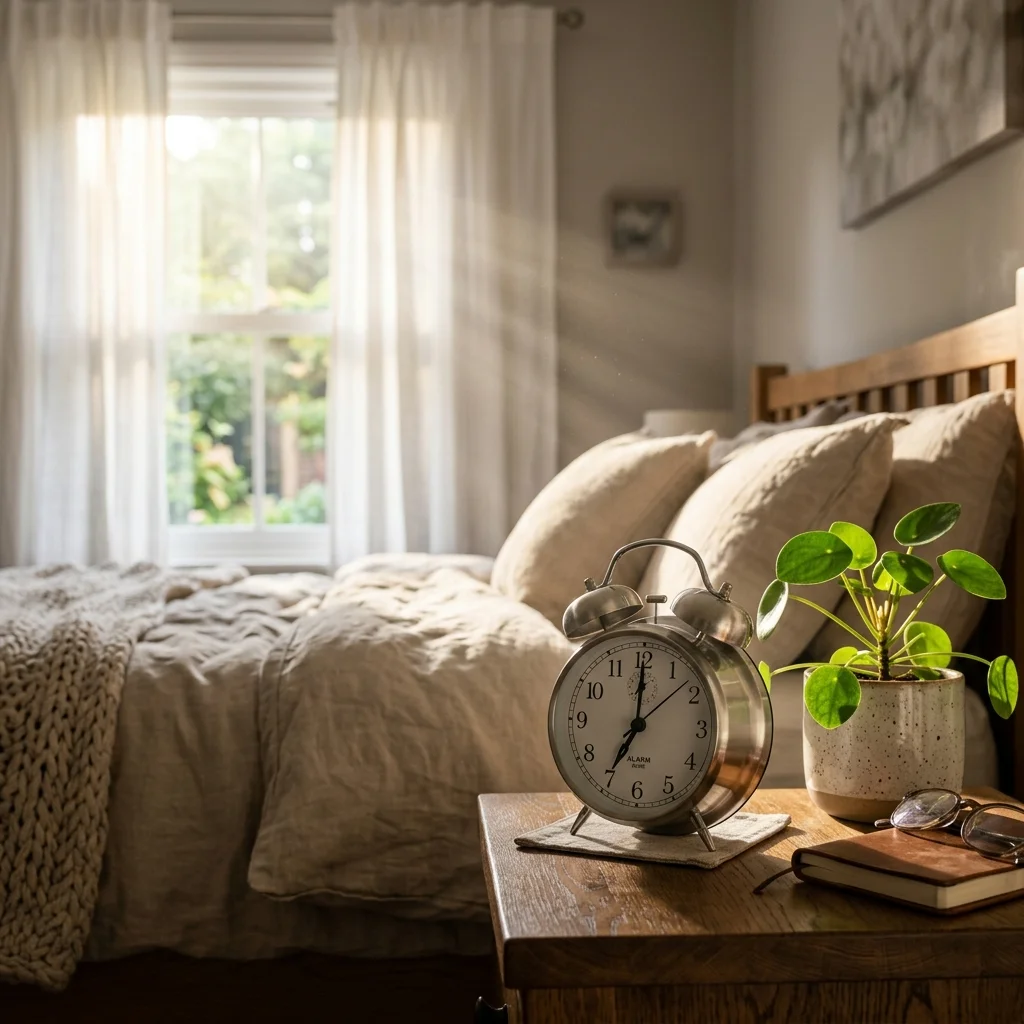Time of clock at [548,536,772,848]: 7:00
